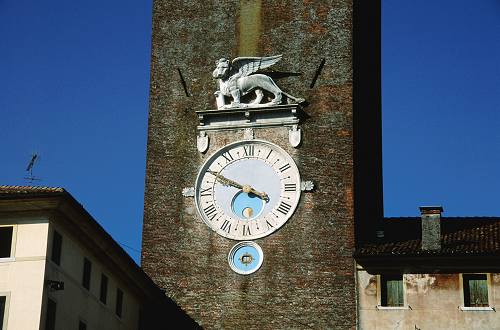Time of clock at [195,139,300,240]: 3:49
